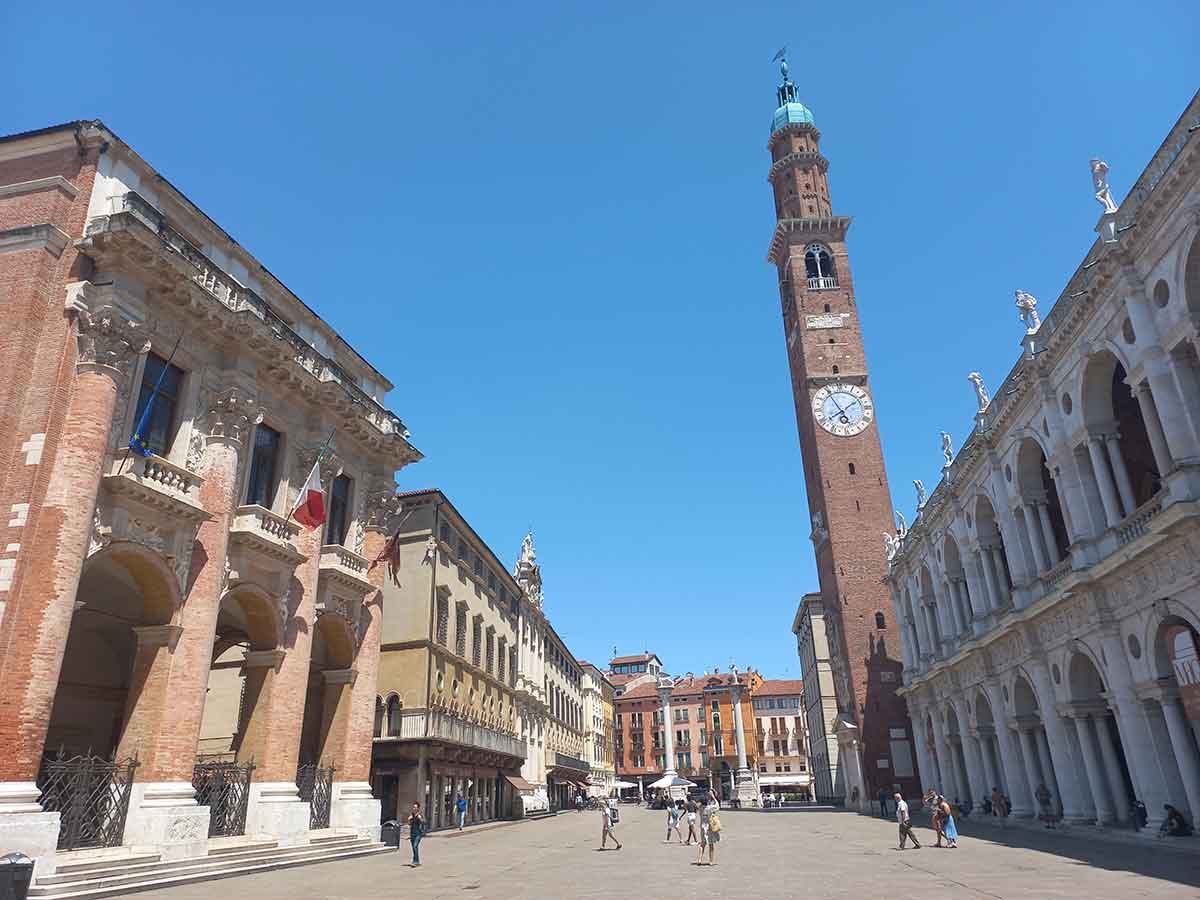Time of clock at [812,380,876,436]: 1:55
